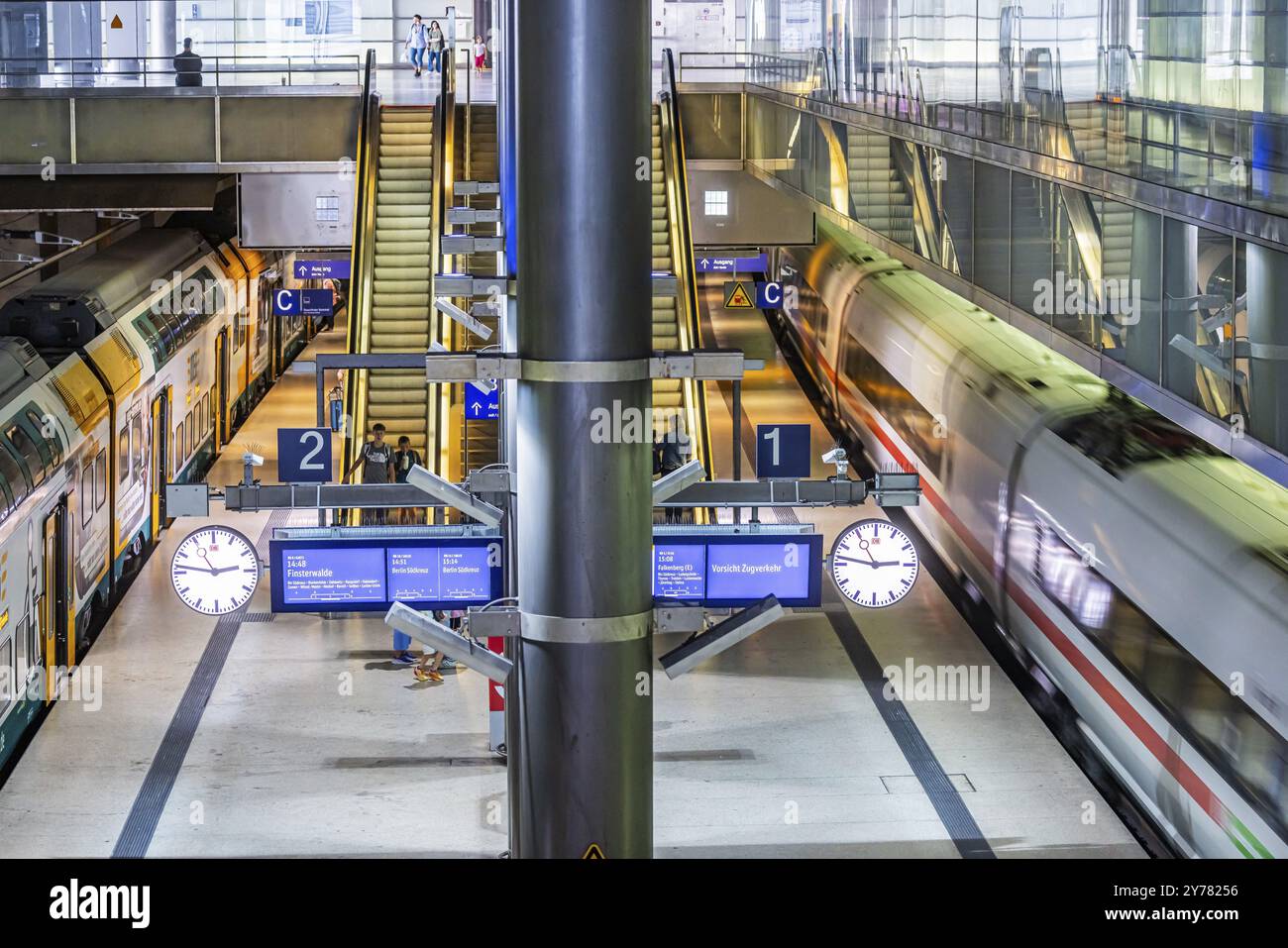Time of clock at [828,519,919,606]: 2:54
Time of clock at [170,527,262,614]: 2:46
